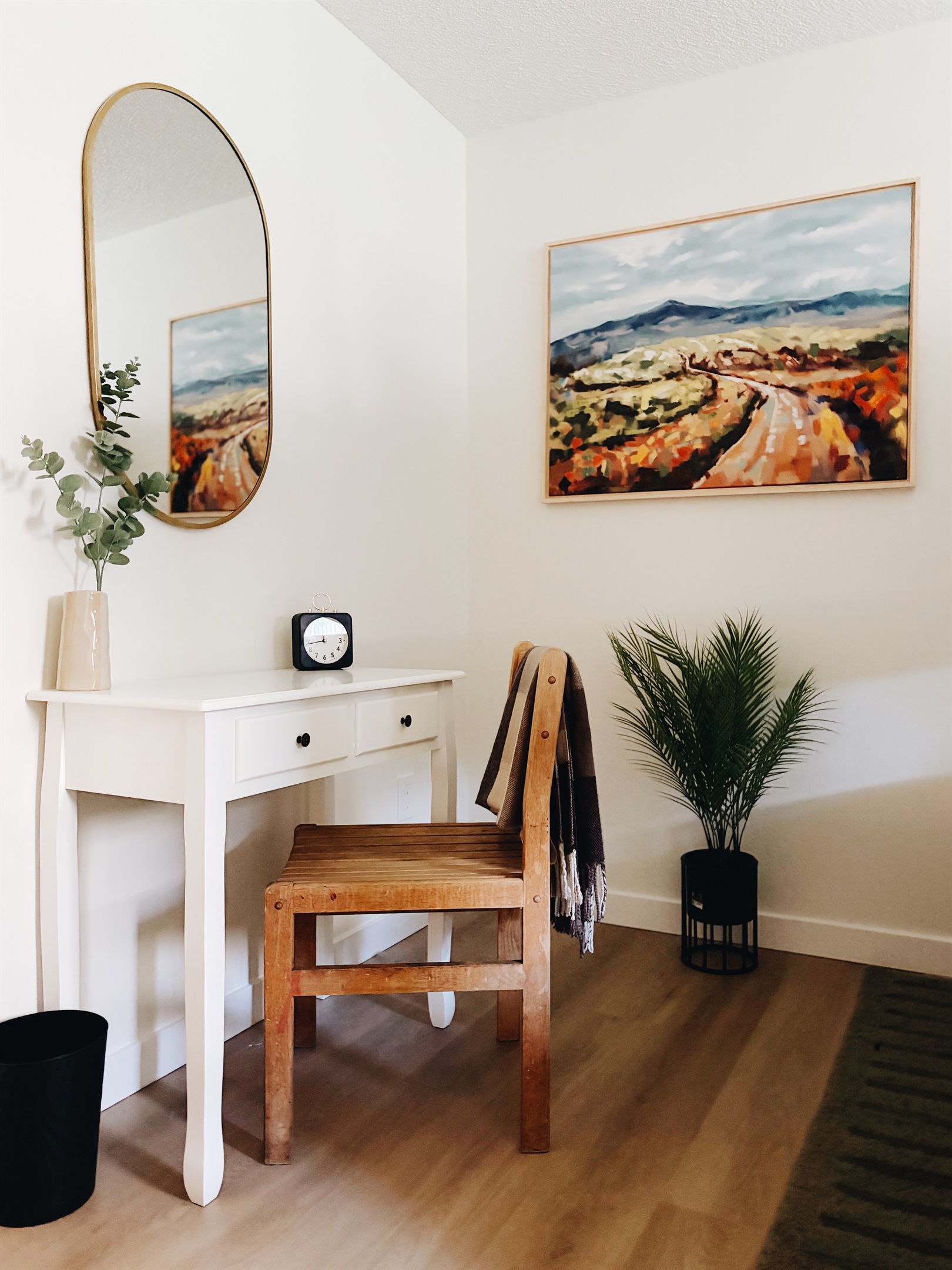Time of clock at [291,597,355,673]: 11:43
